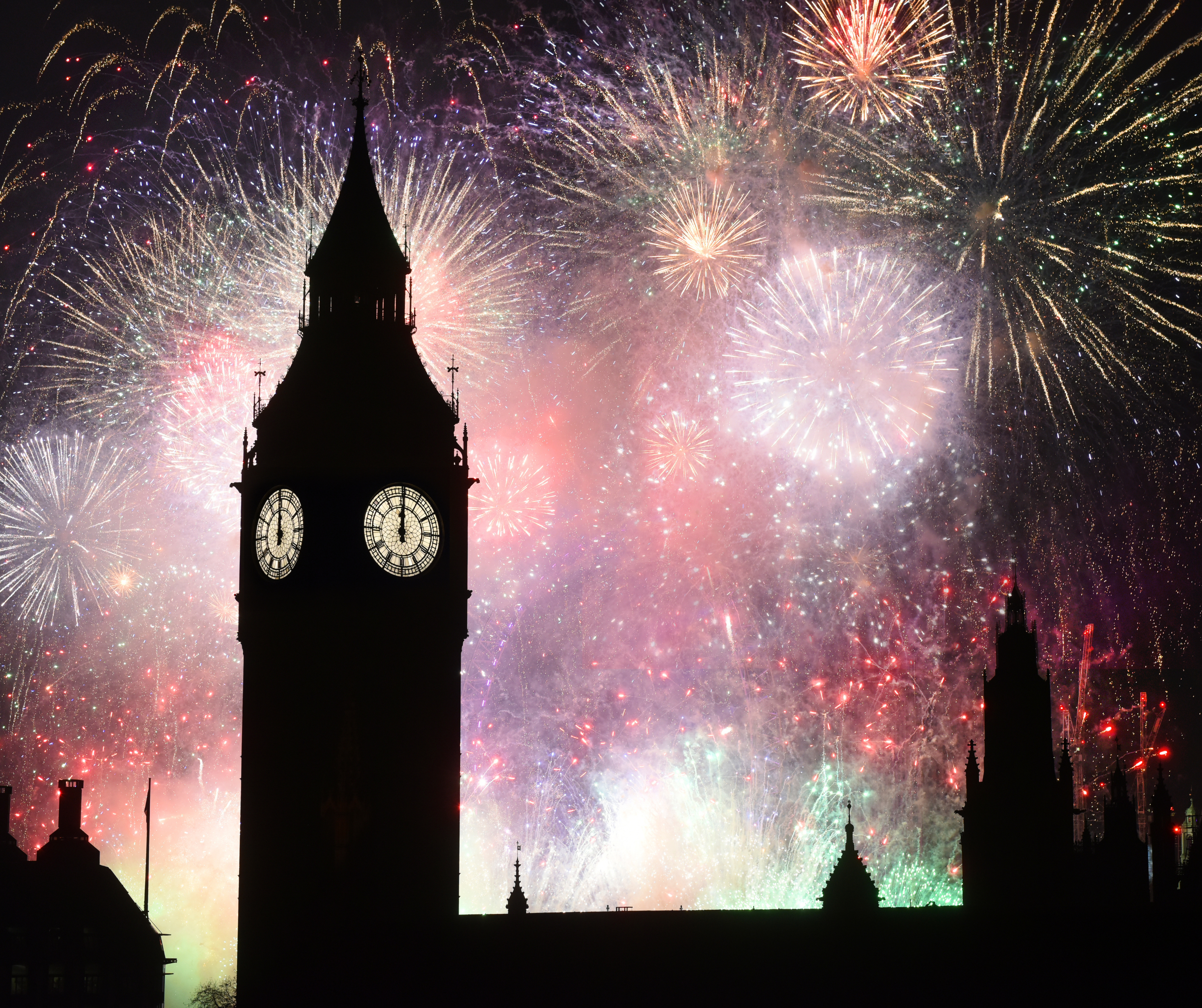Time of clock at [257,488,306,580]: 11:59
